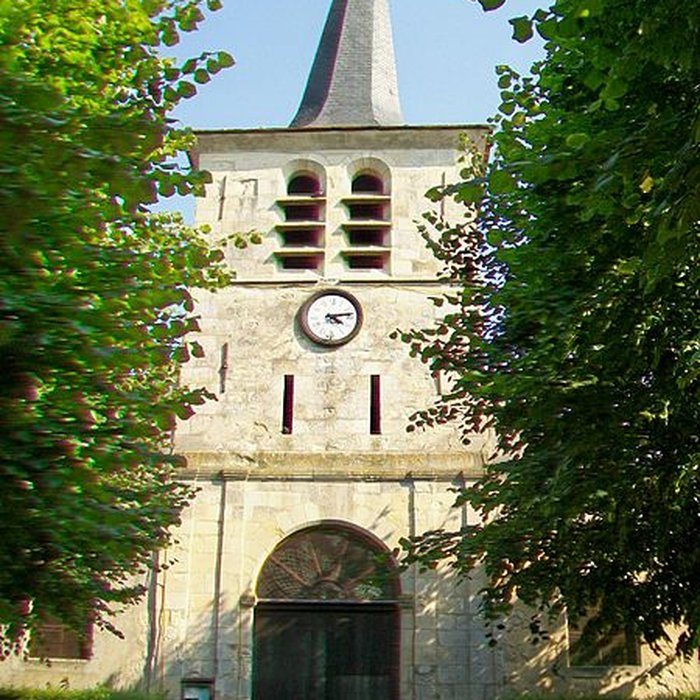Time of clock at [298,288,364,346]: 4:13
